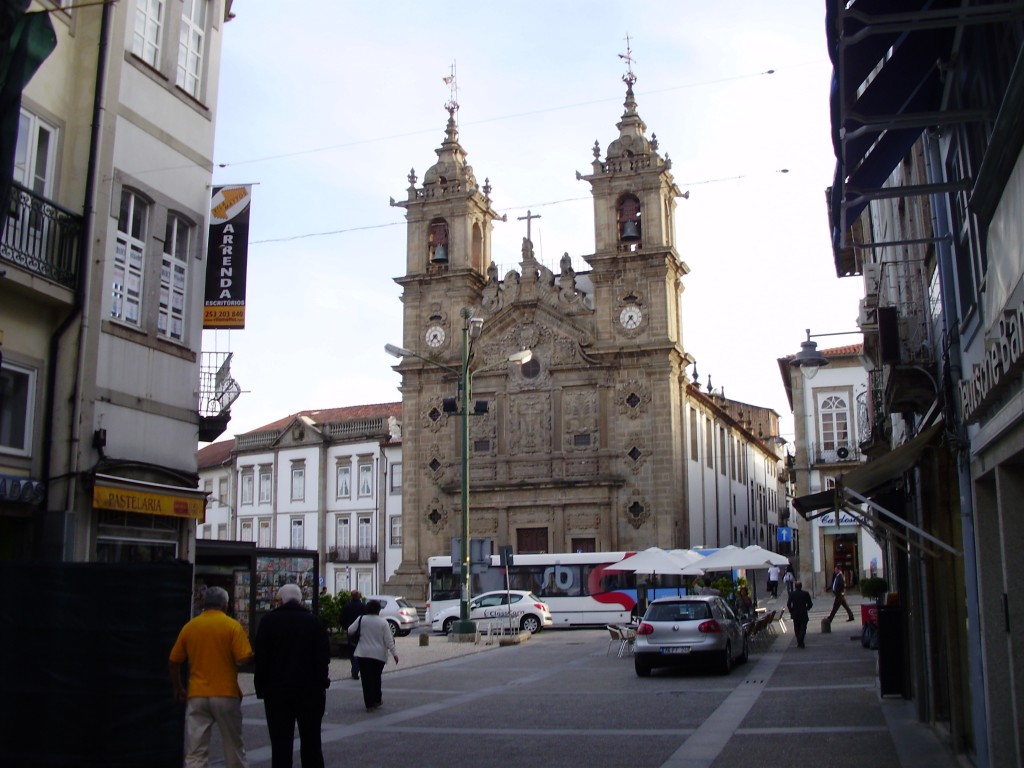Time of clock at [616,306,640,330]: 7:24
